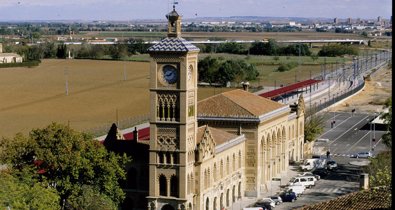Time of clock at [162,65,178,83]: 8:07
